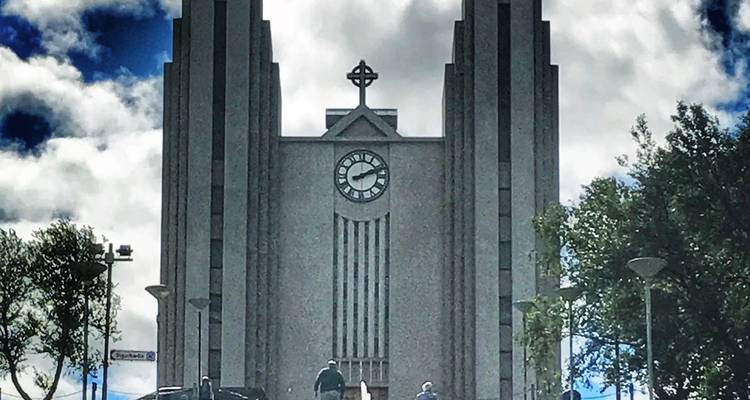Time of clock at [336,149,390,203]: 2:11
